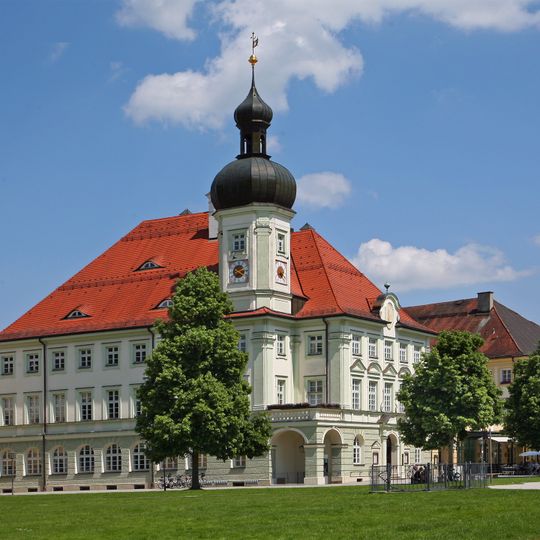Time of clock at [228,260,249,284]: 2:21
